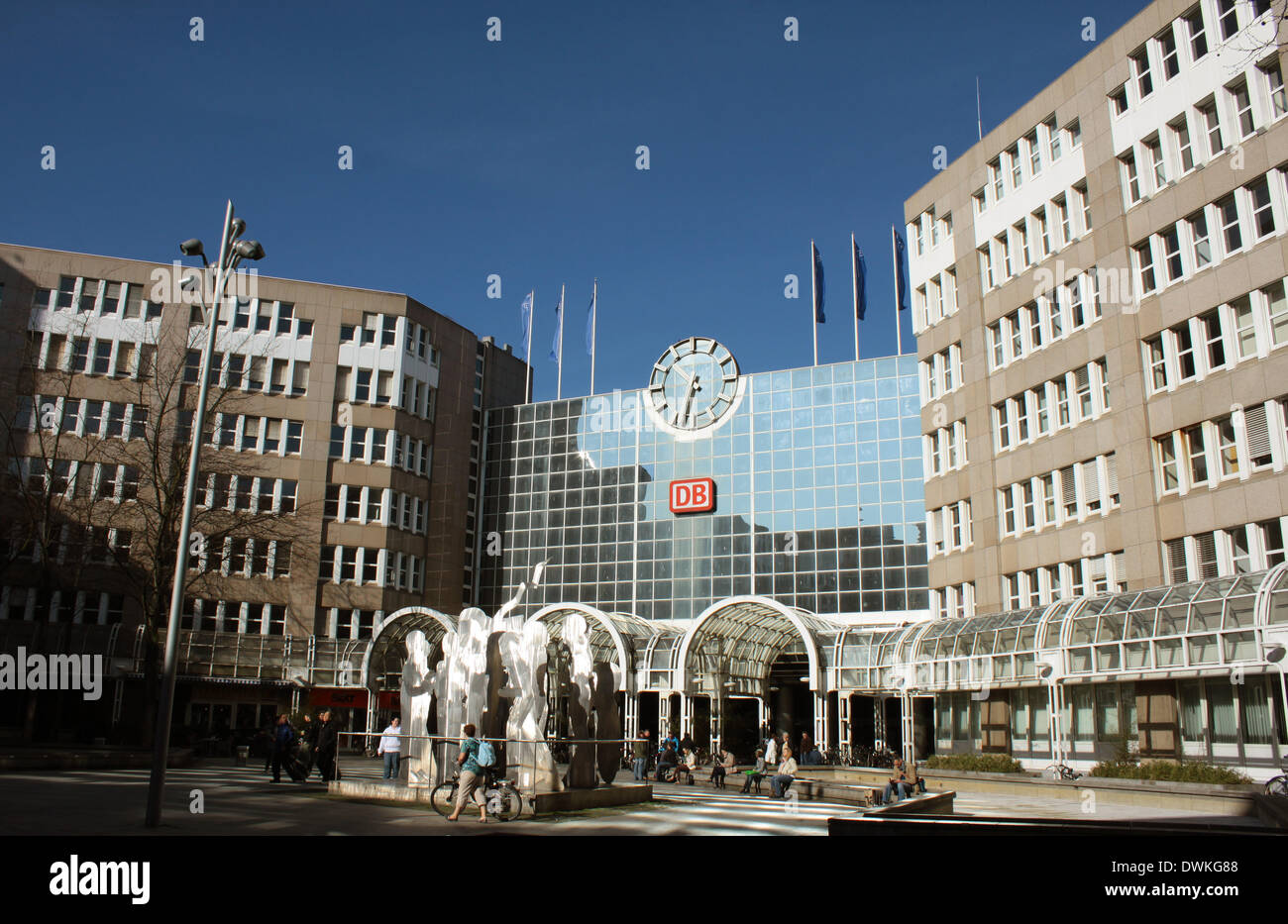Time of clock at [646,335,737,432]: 6:32
